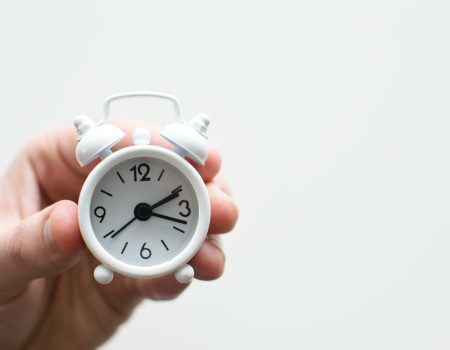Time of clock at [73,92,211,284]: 2:18
